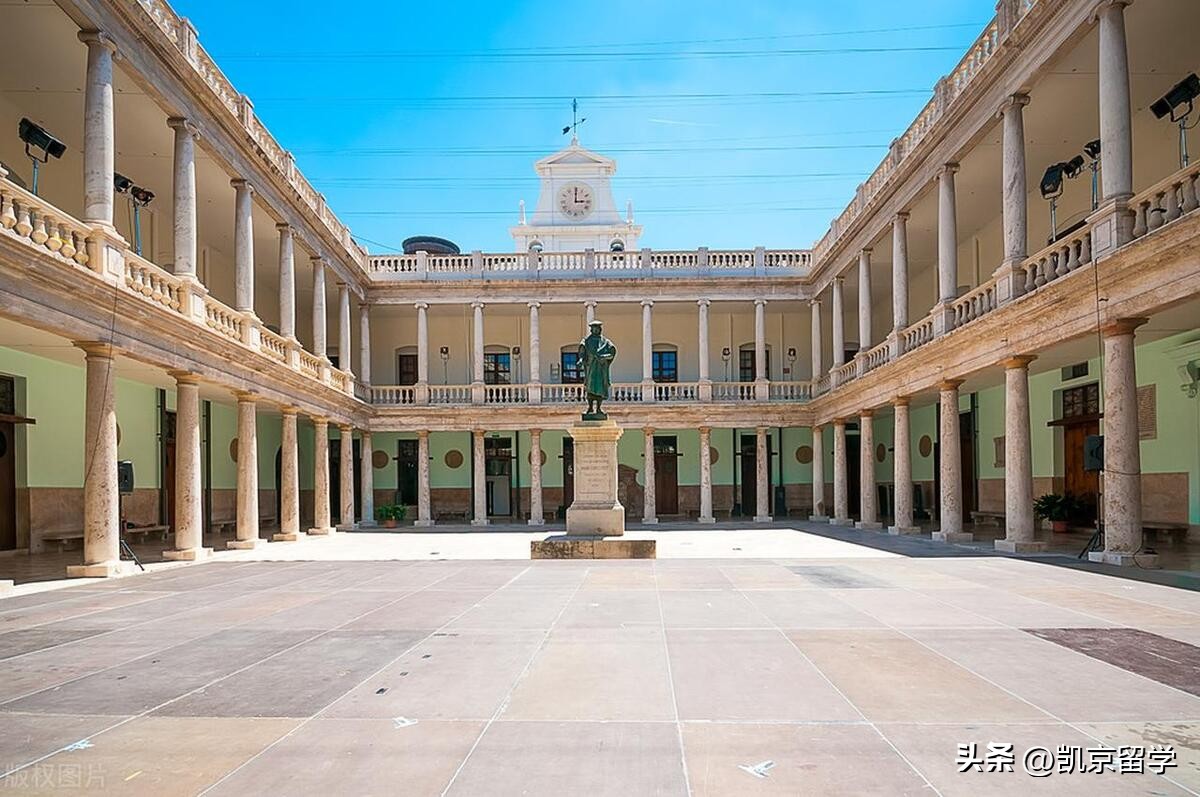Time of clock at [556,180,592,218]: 3:00
